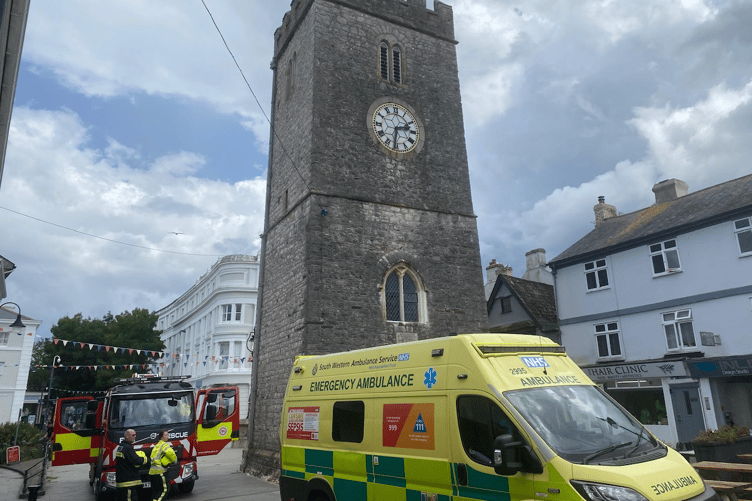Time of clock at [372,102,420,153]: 2:31
